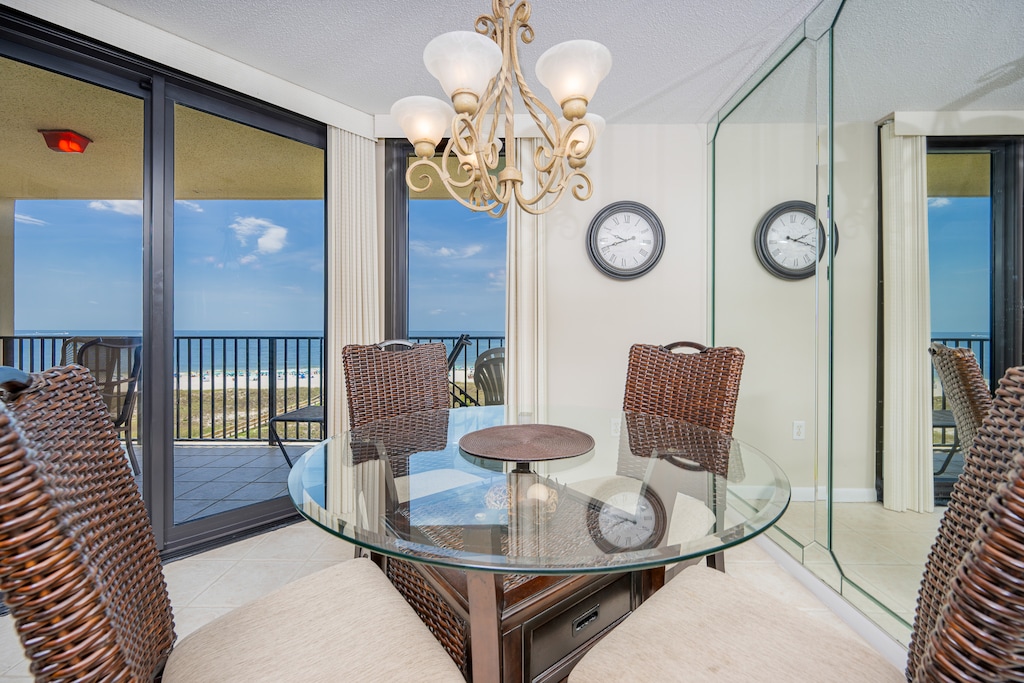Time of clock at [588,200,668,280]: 9:41
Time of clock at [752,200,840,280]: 2:18
